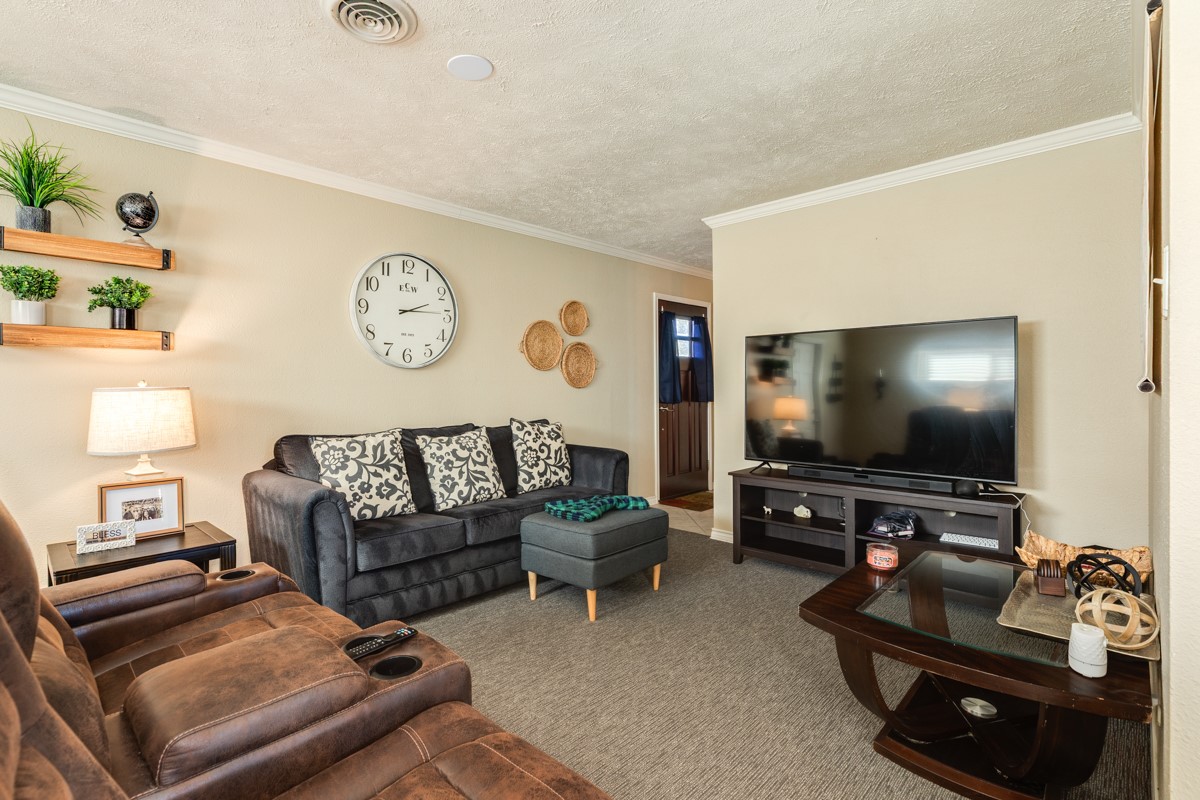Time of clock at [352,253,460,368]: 2:14
